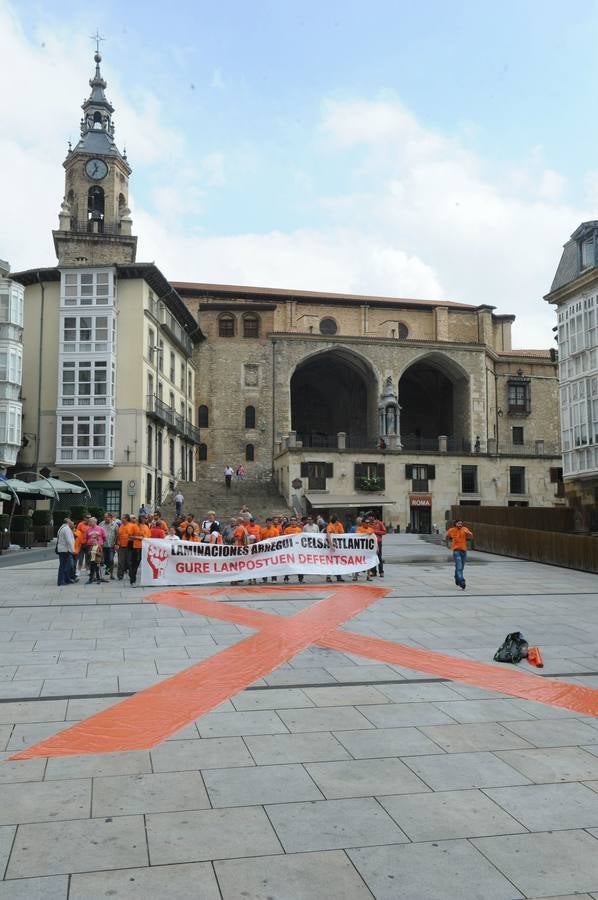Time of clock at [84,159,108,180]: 11:35
